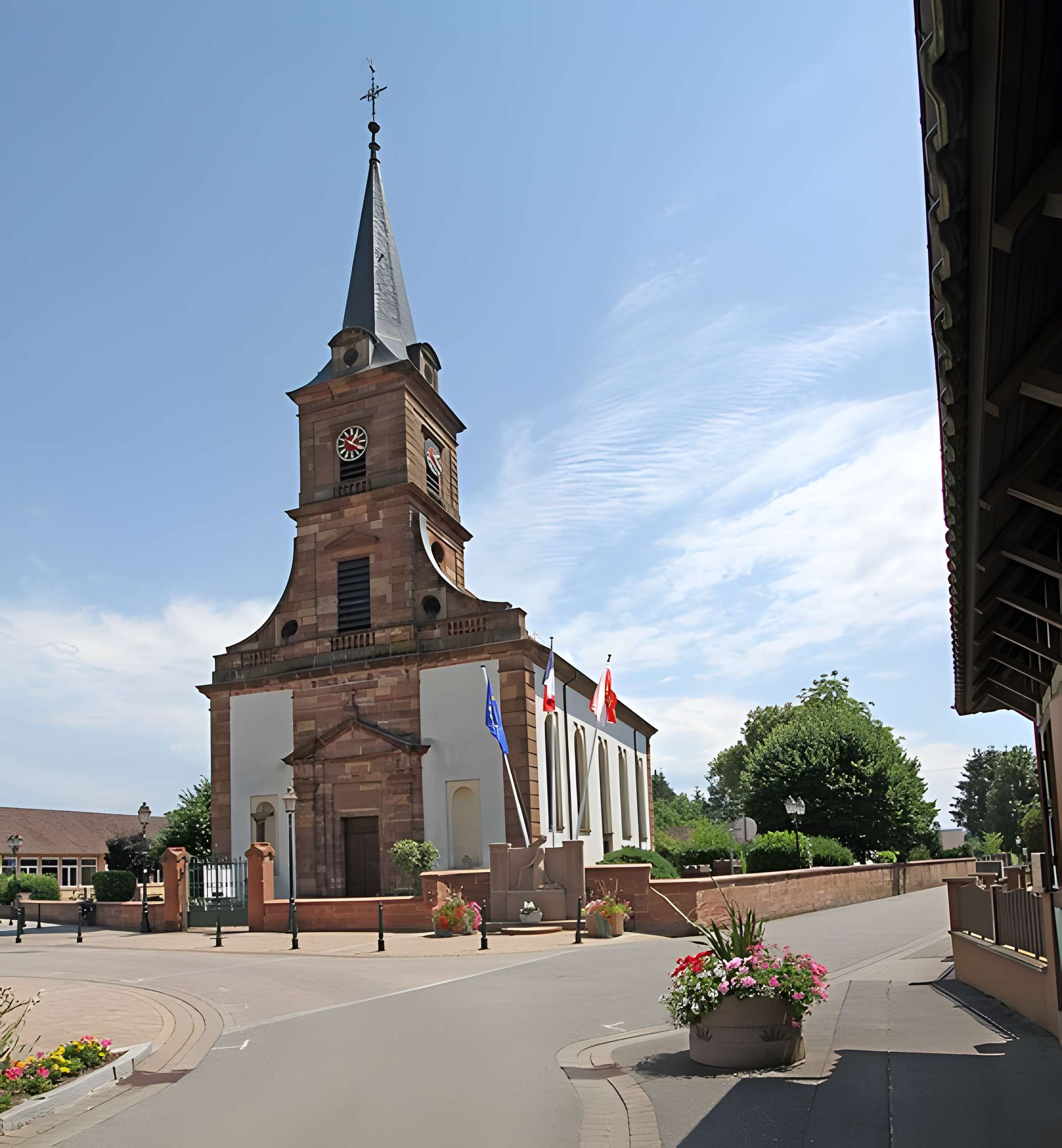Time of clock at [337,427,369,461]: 1:20
